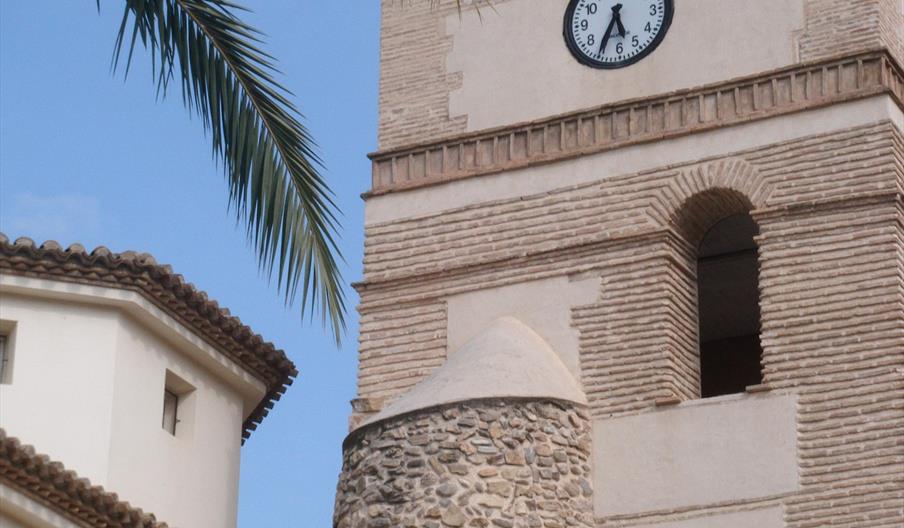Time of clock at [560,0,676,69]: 5:35
